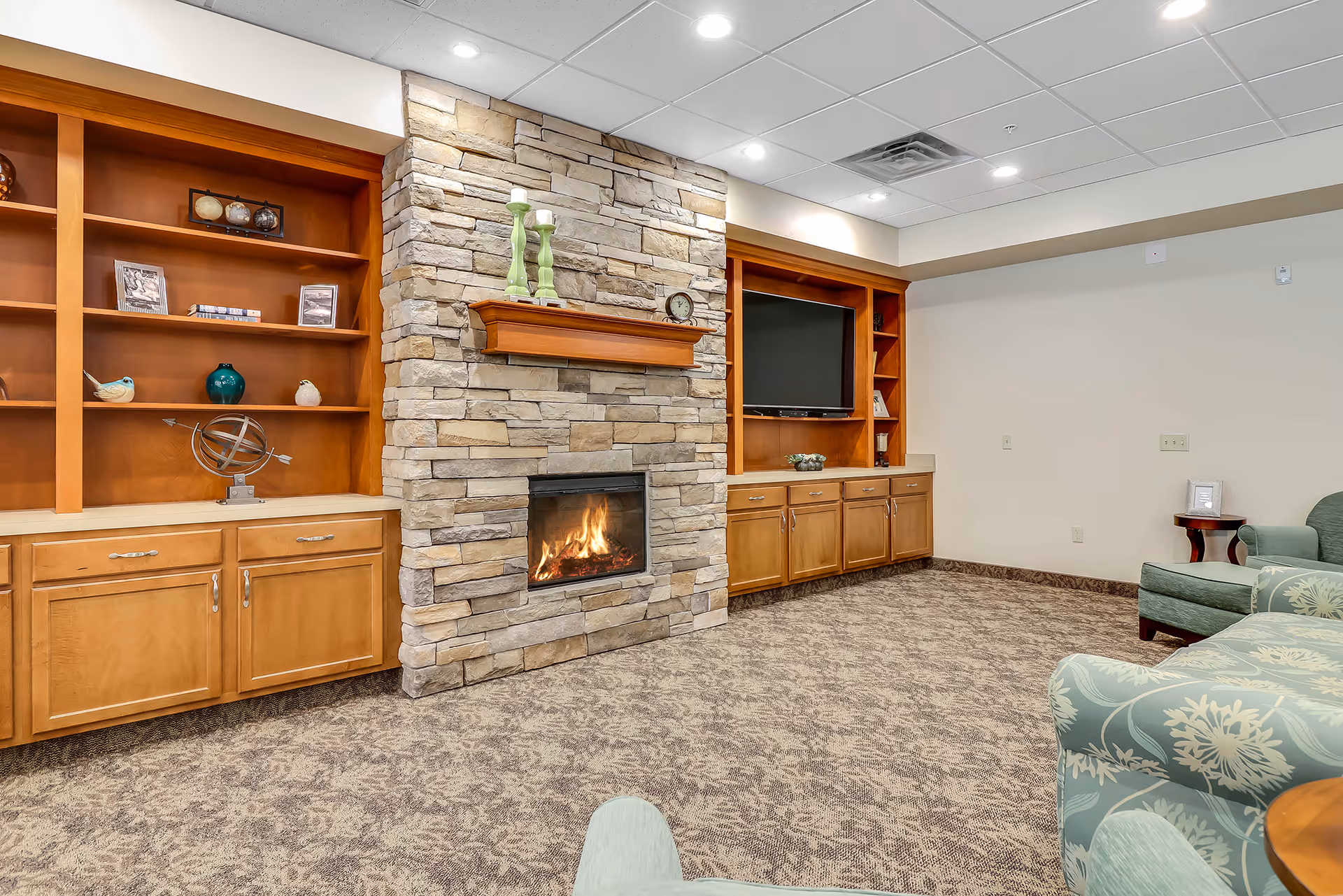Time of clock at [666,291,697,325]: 12:07
